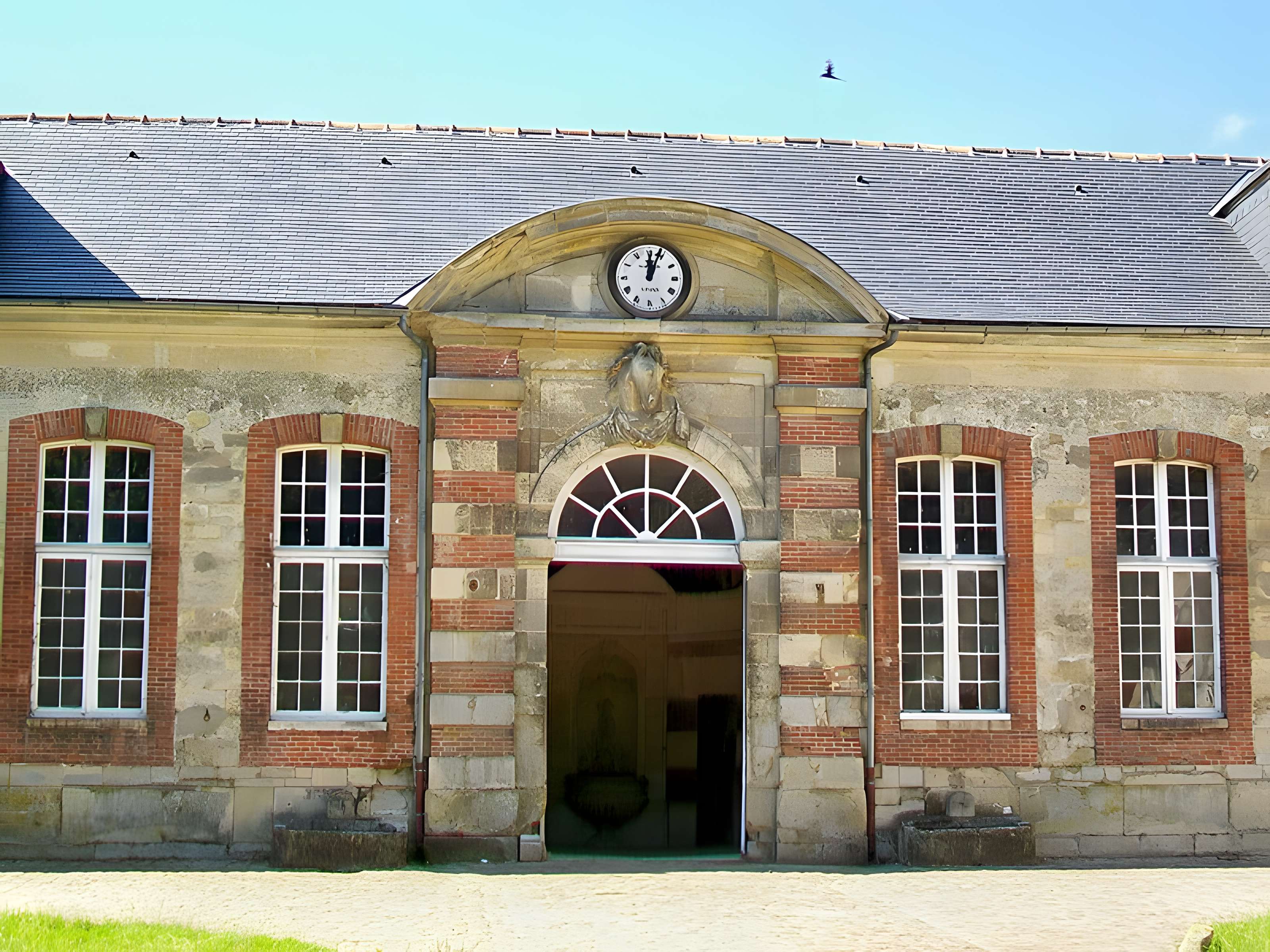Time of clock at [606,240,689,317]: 12:03
